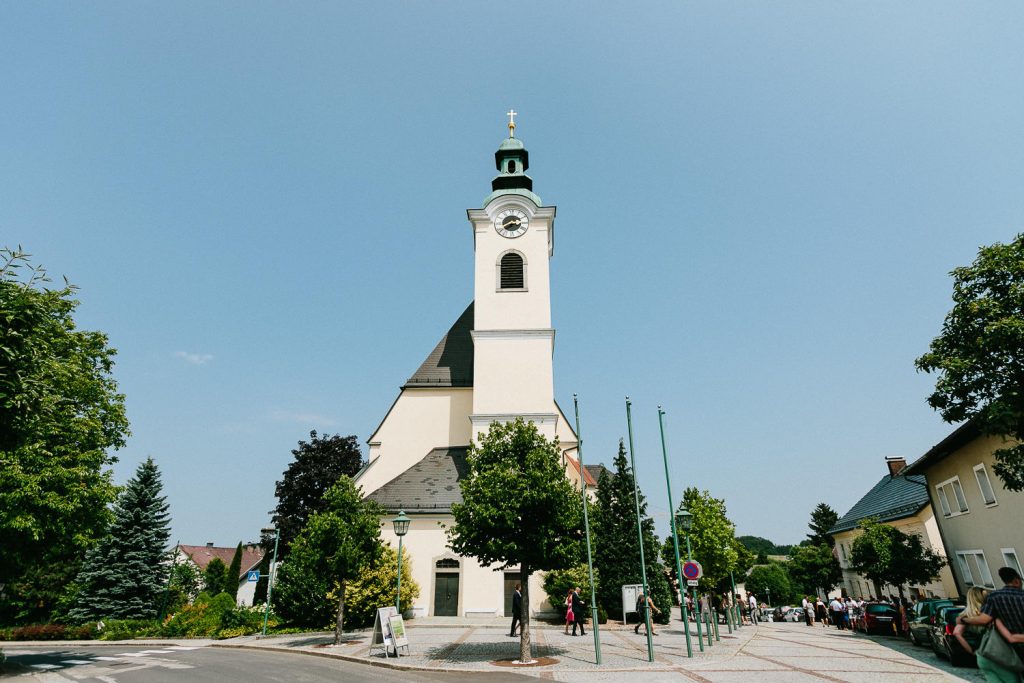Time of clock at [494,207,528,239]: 3:39
